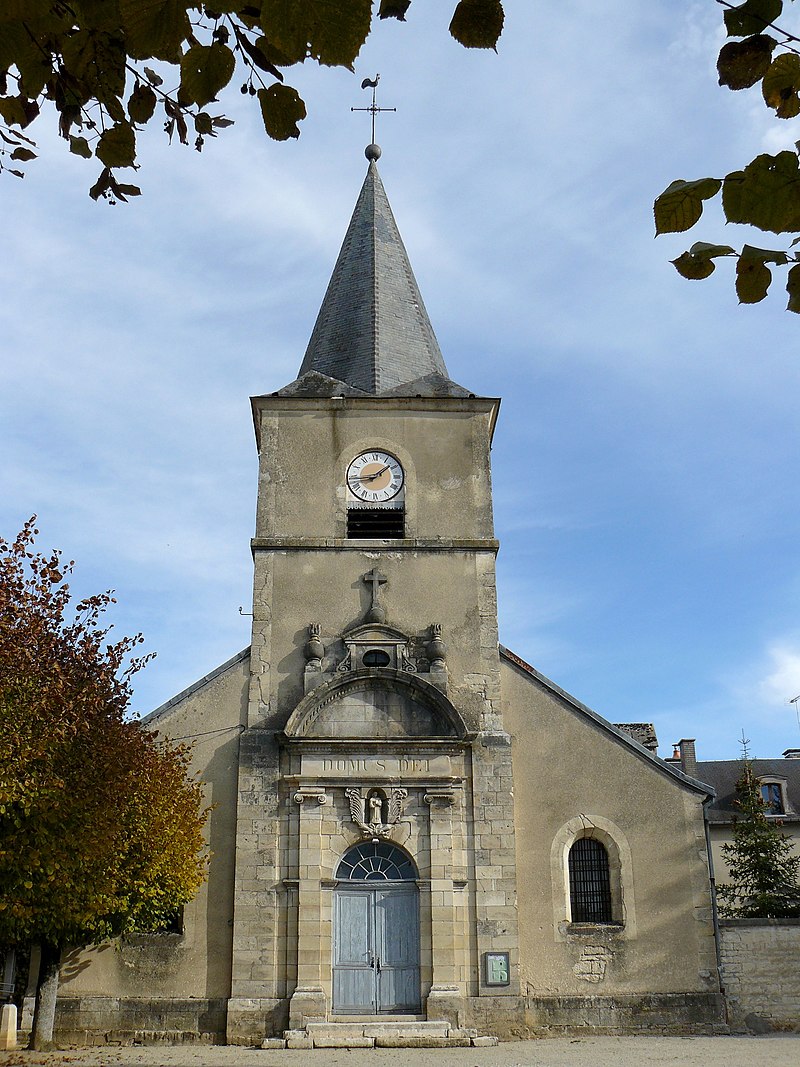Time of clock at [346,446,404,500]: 1:43
